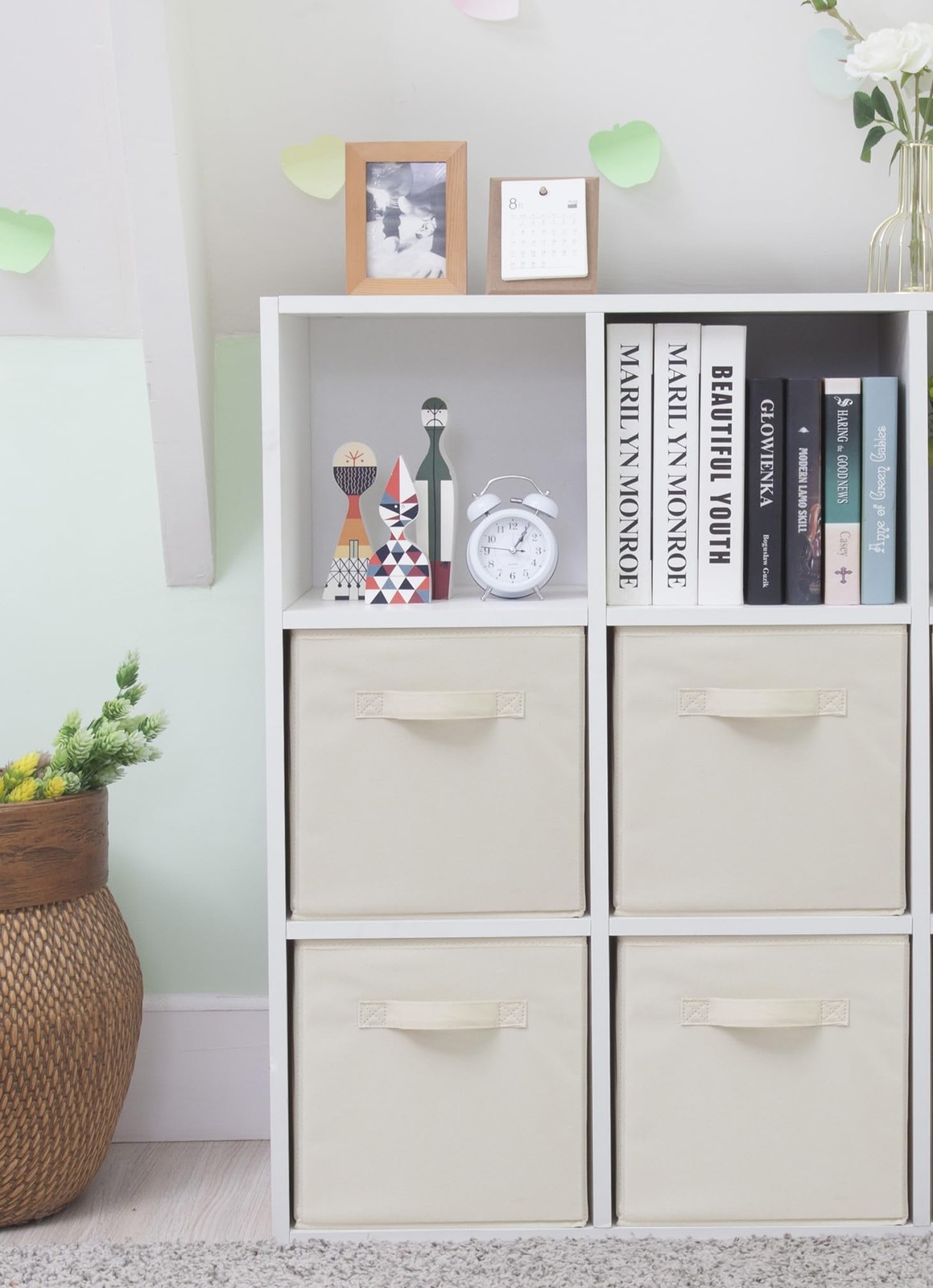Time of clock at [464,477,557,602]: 1:05
